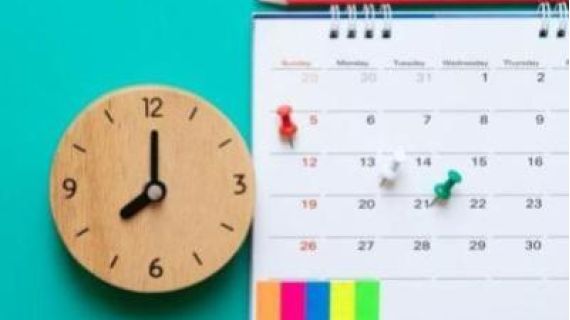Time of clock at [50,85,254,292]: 8:00
